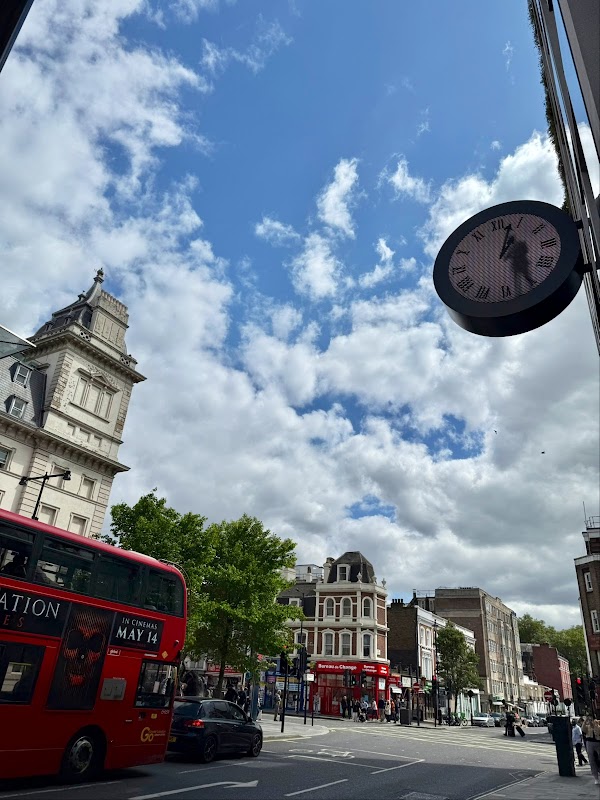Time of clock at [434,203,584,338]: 1:02
